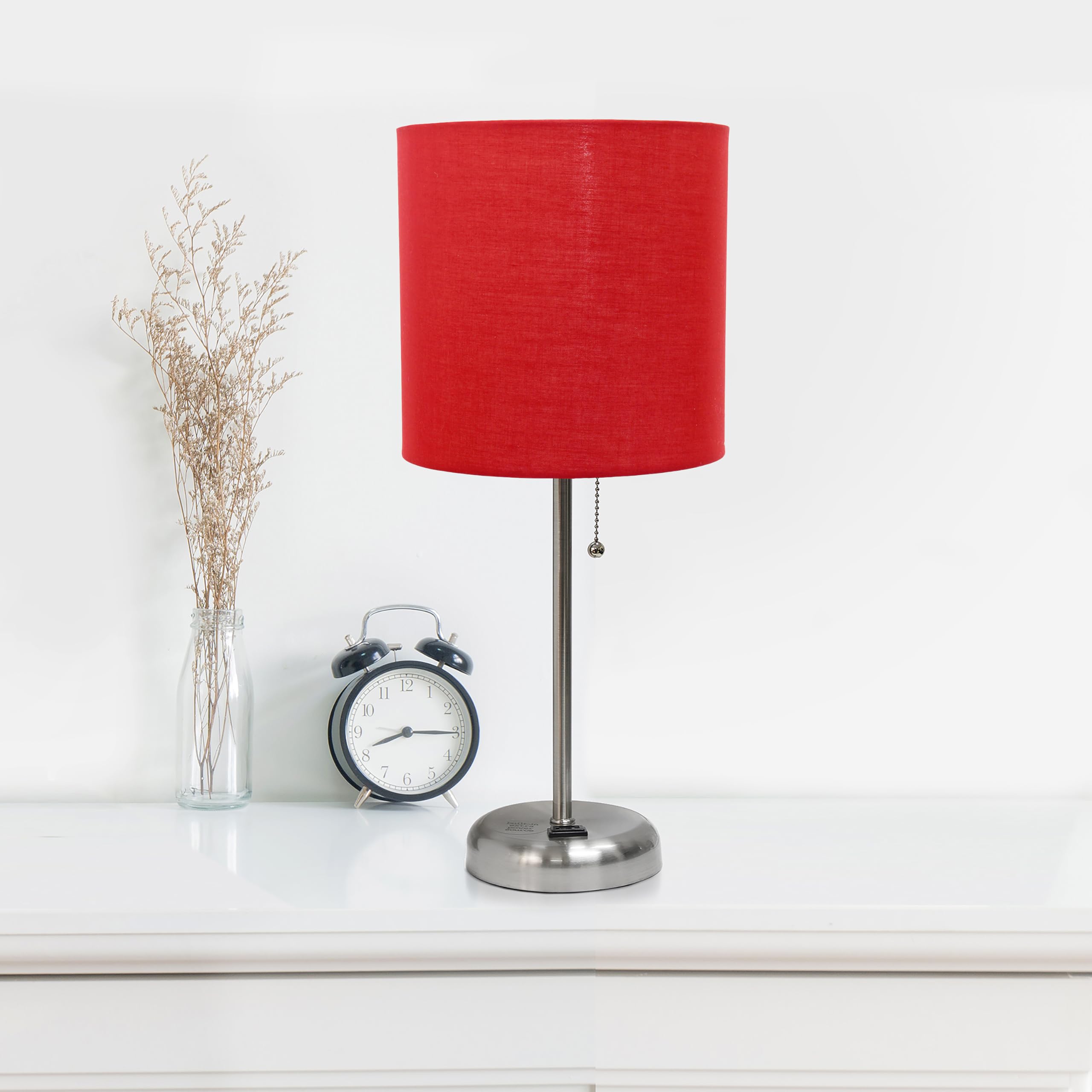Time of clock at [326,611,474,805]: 8:15
